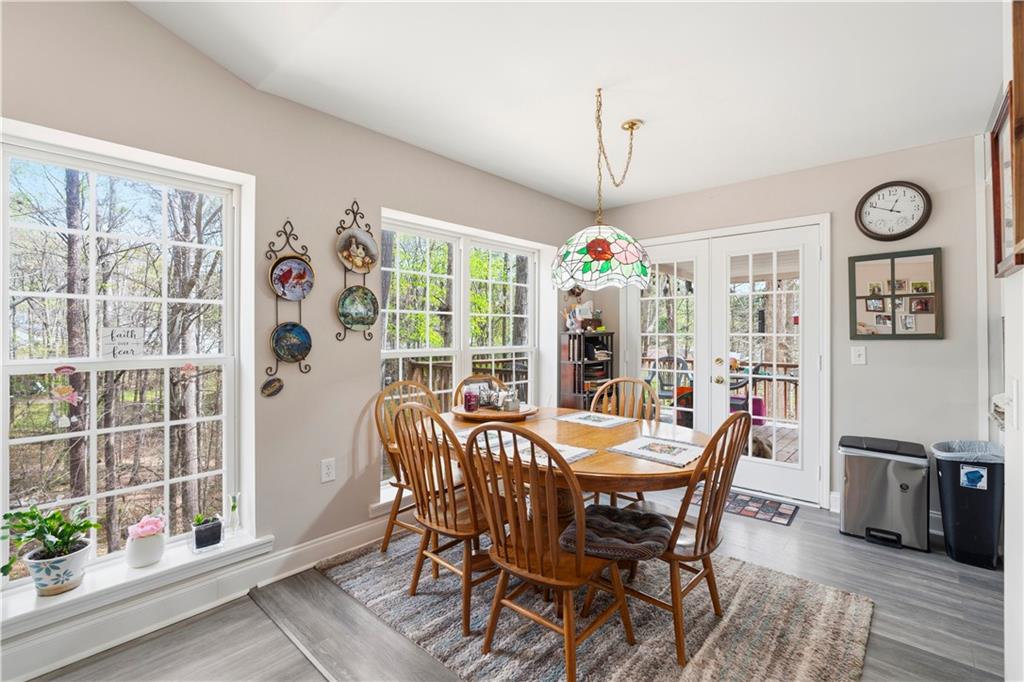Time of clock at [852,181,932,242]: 12:48
